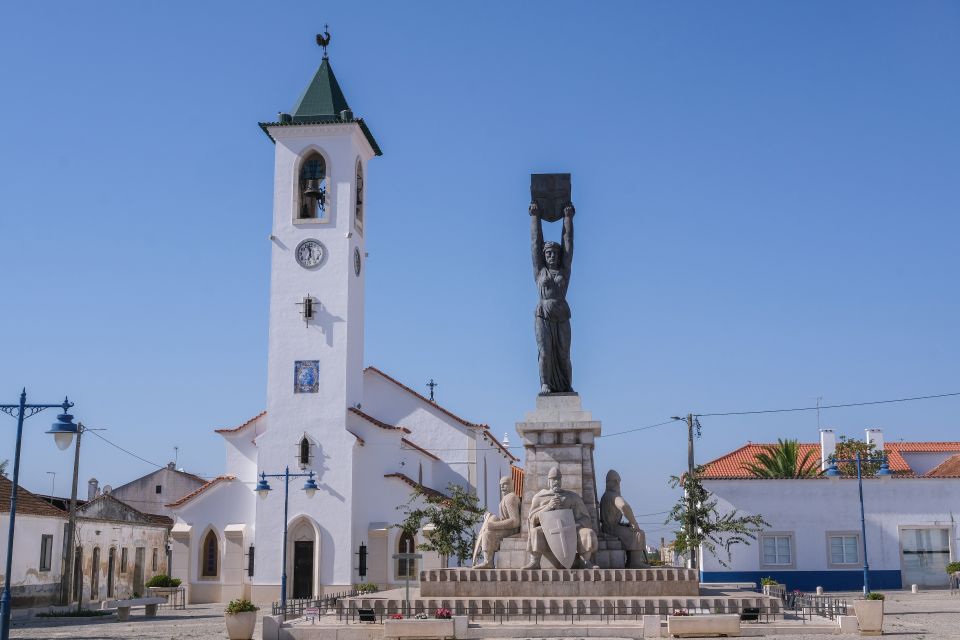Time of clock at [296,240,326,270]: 11:32
